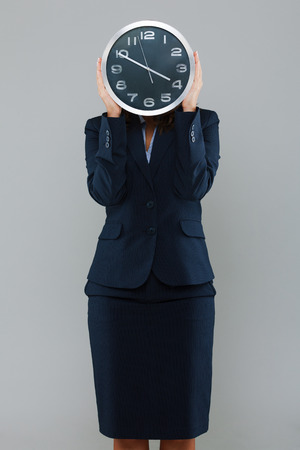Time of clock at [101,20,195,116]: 3:49
